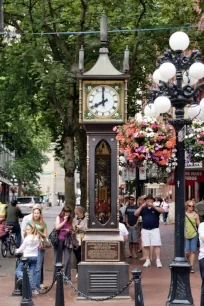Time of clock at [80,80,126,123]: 7:59
